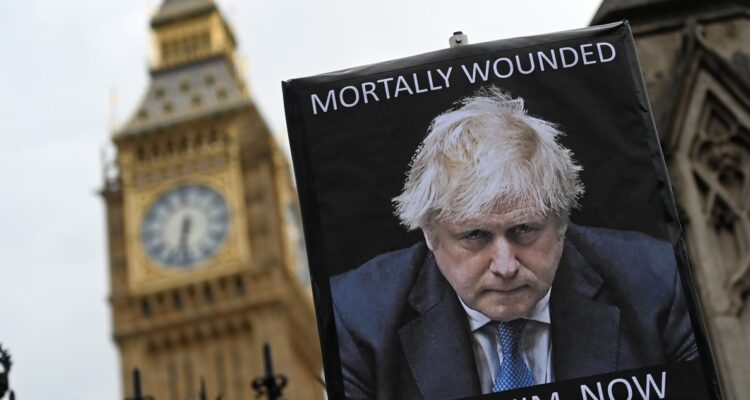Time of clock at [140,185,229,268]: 6:32
